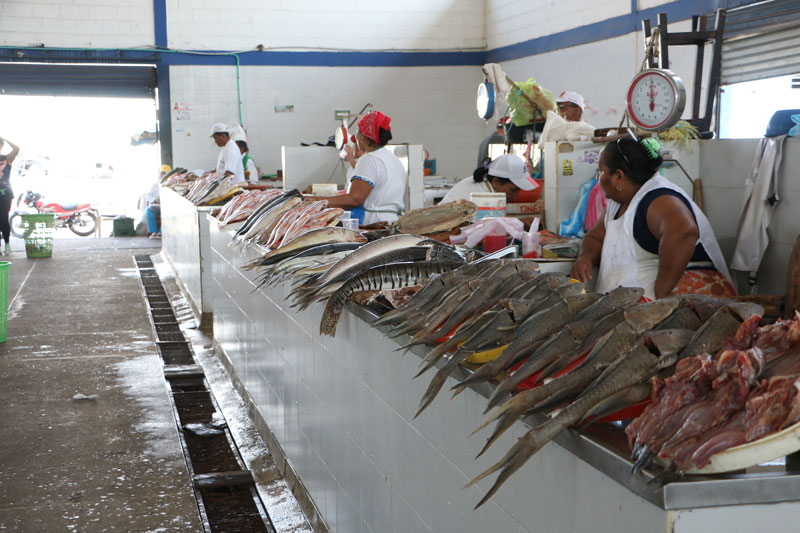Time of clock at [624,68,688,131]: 5:59
